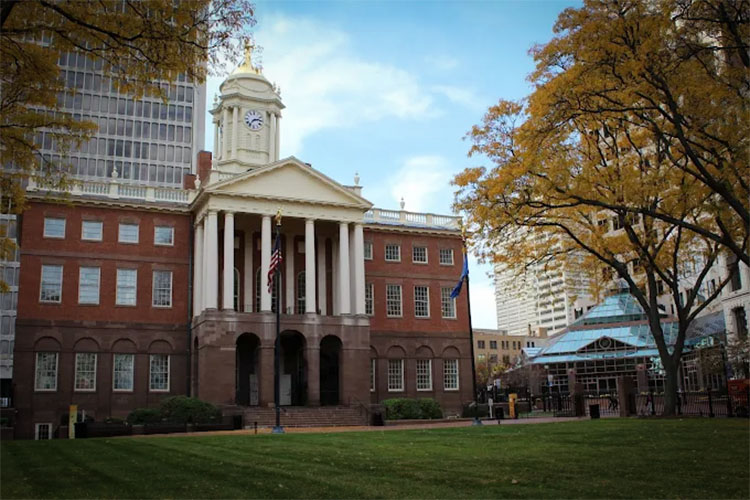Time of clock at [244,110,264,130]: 2:36
